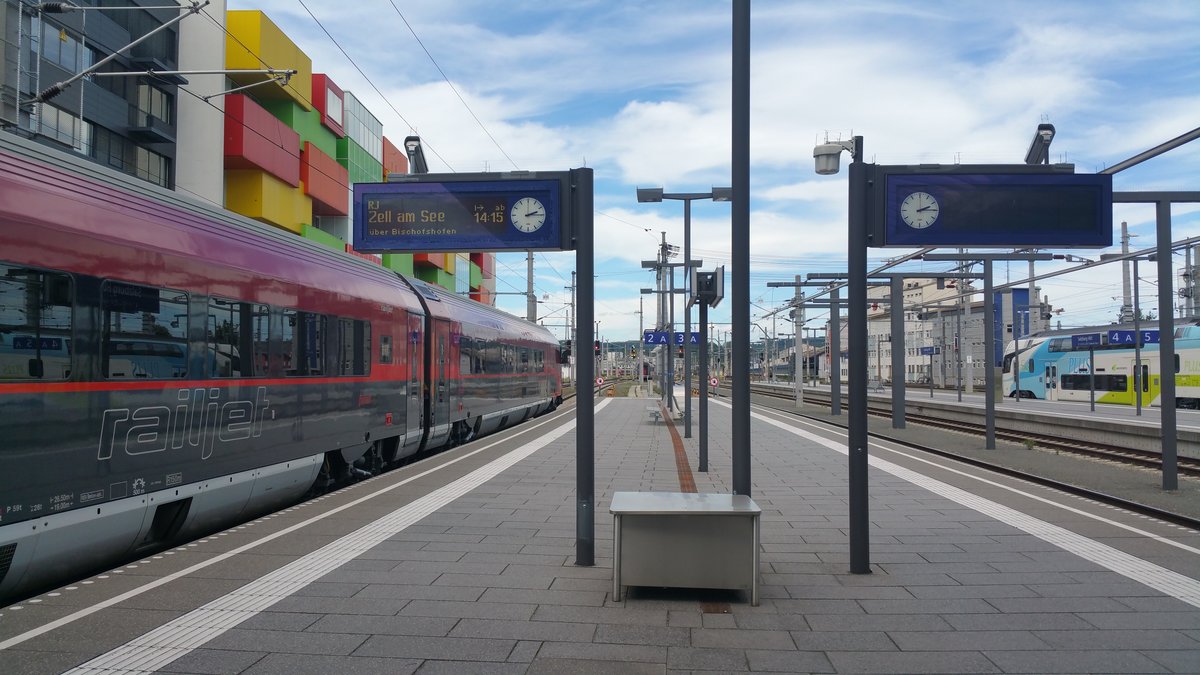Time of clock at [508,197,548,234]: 2:15
